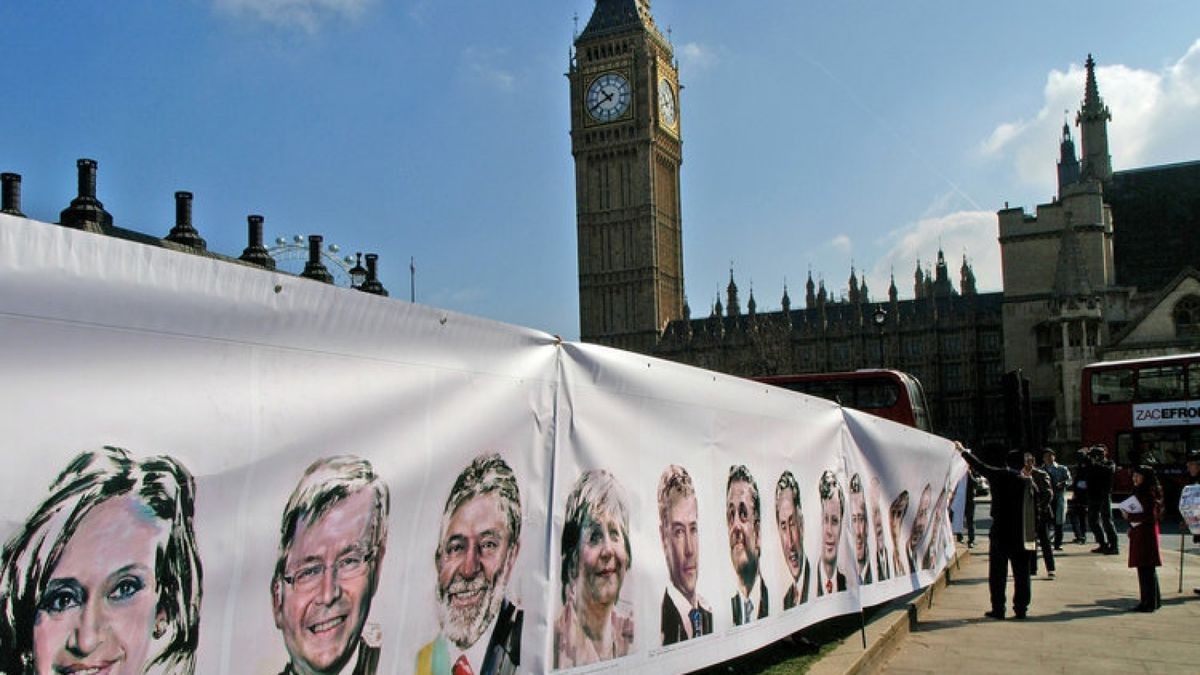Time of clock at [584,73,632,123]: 10:41
